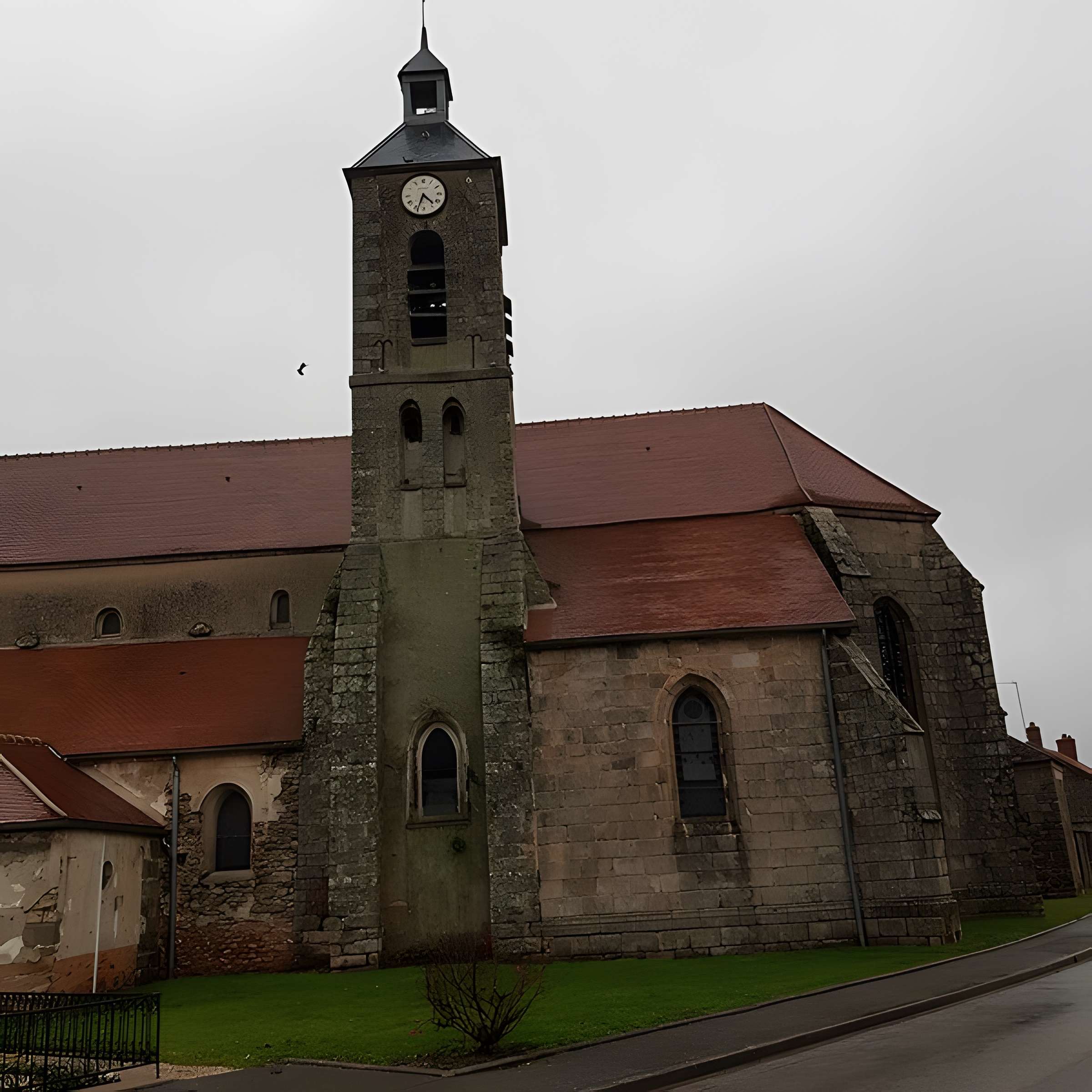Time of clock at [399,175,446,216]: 4:33
